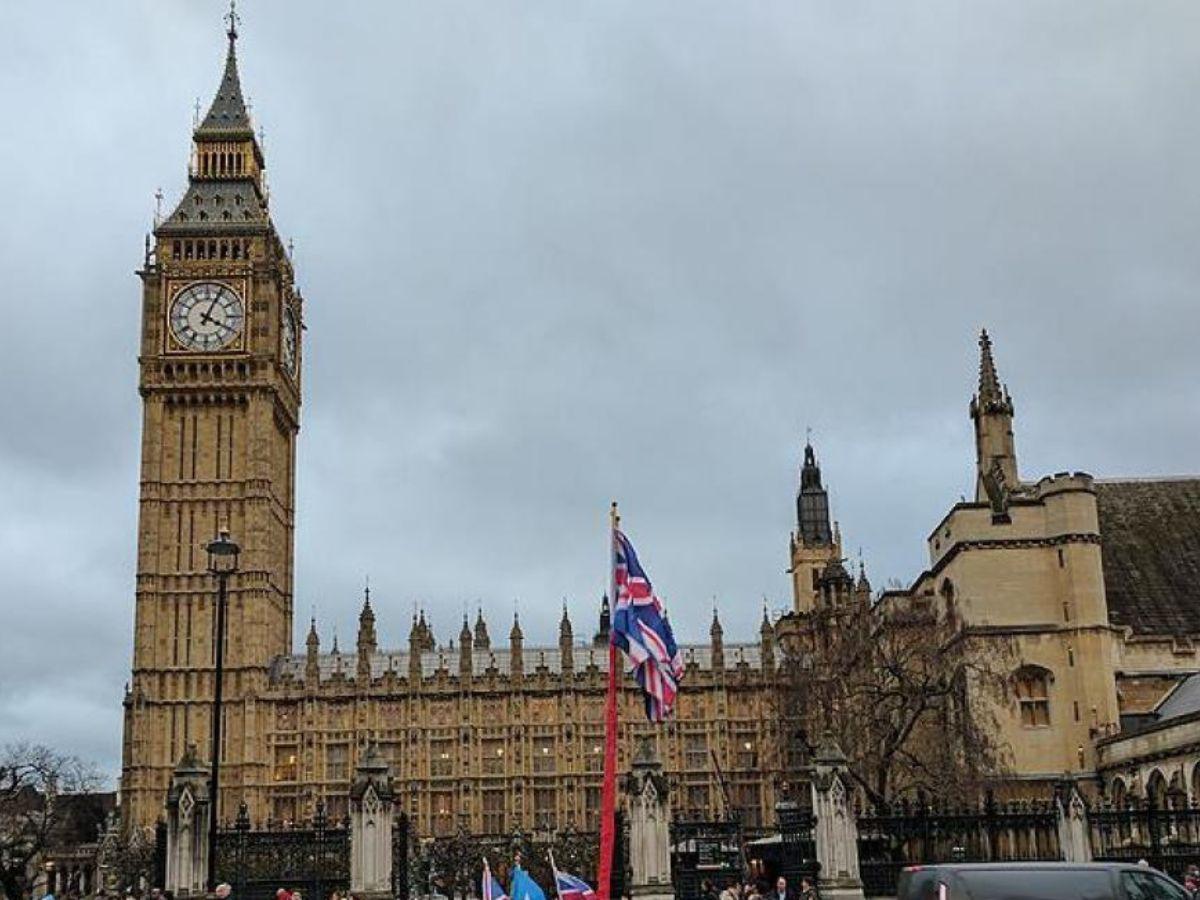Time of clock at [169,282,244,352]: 4:04
